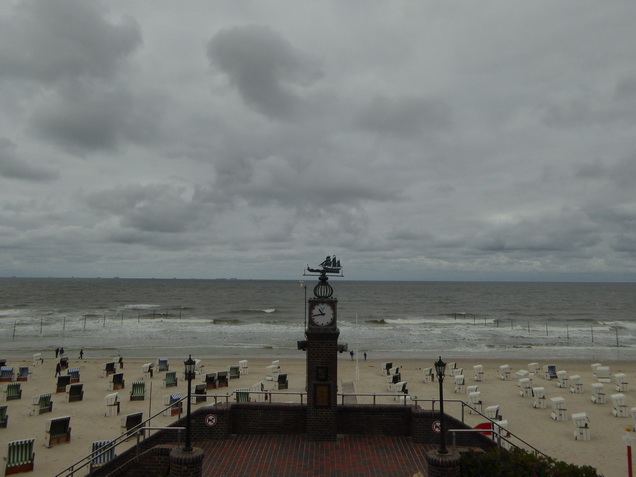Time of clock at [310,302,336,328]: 10:43
